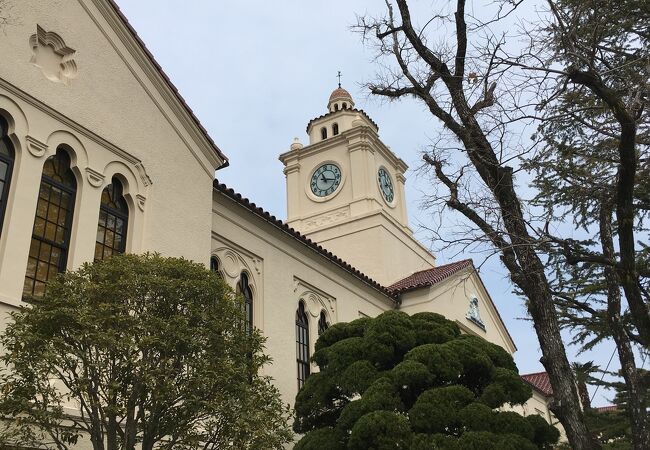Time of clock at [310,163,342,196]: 11:17
